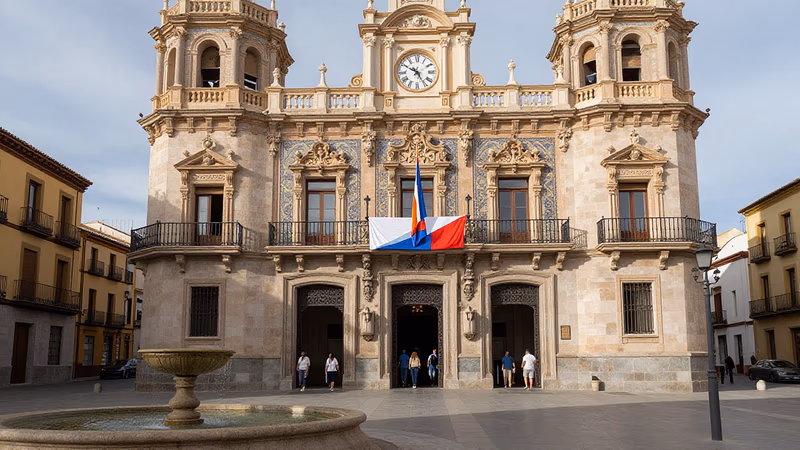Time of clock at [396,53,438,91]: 4:50
